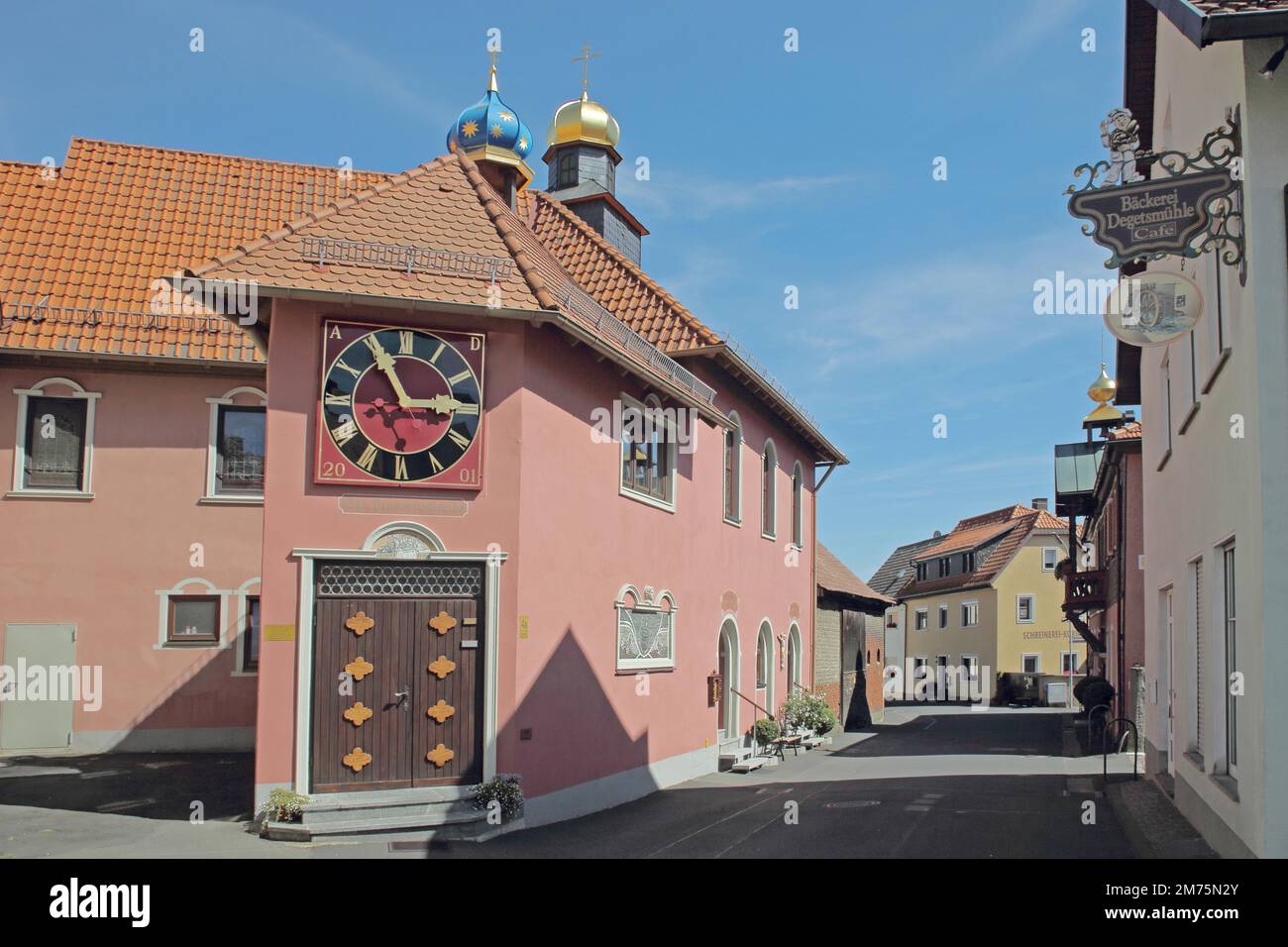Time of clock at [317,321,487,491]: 2:55
